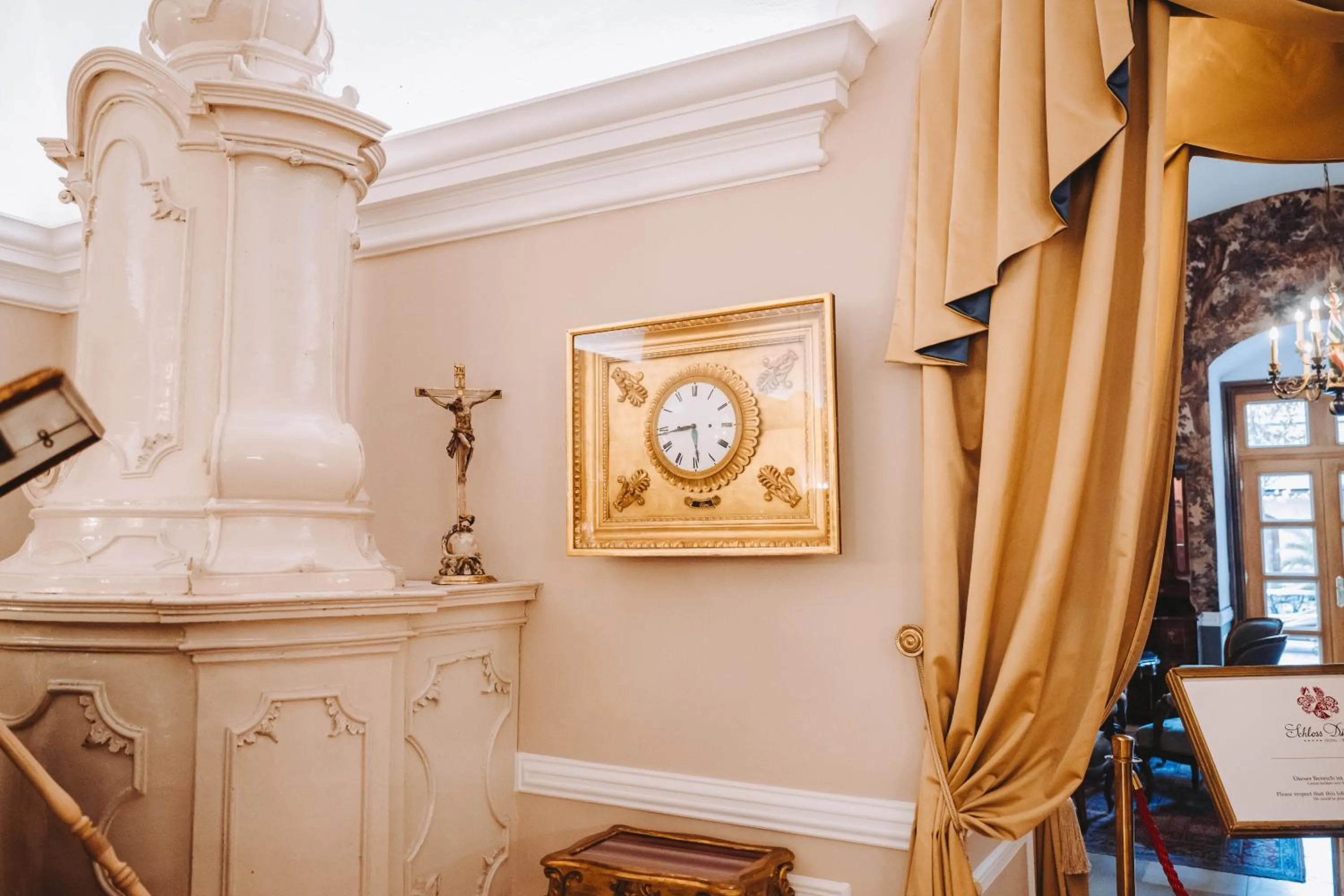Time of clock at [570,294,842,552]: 5:44
